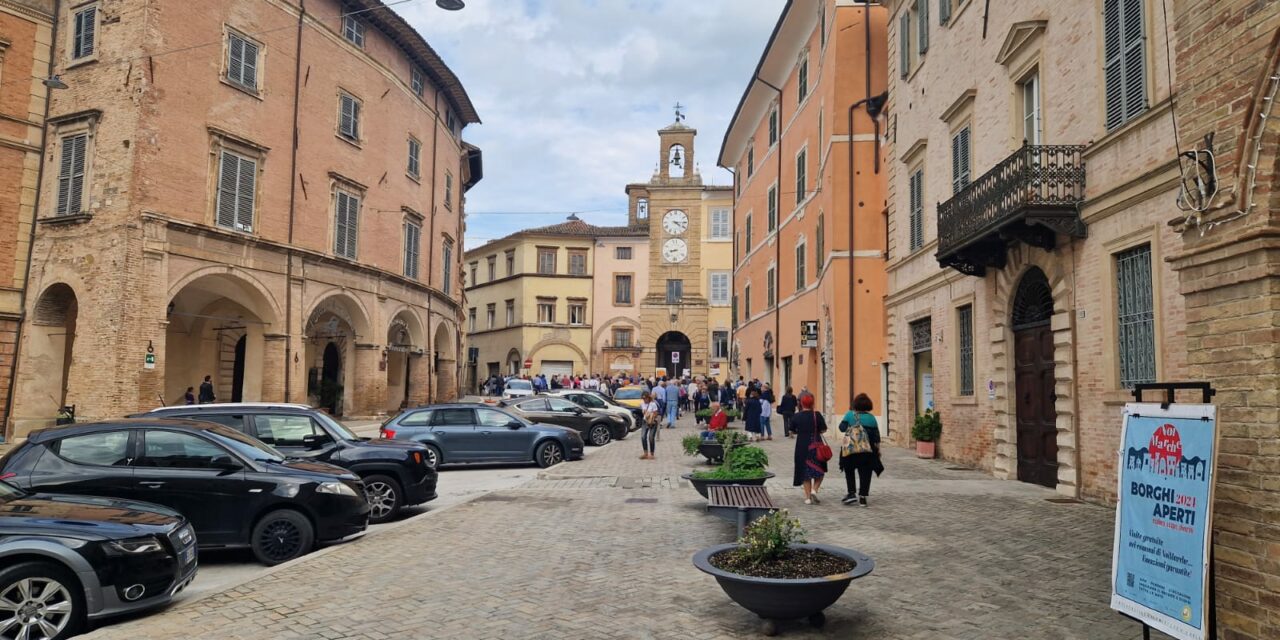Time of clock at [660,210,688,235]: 4:14
